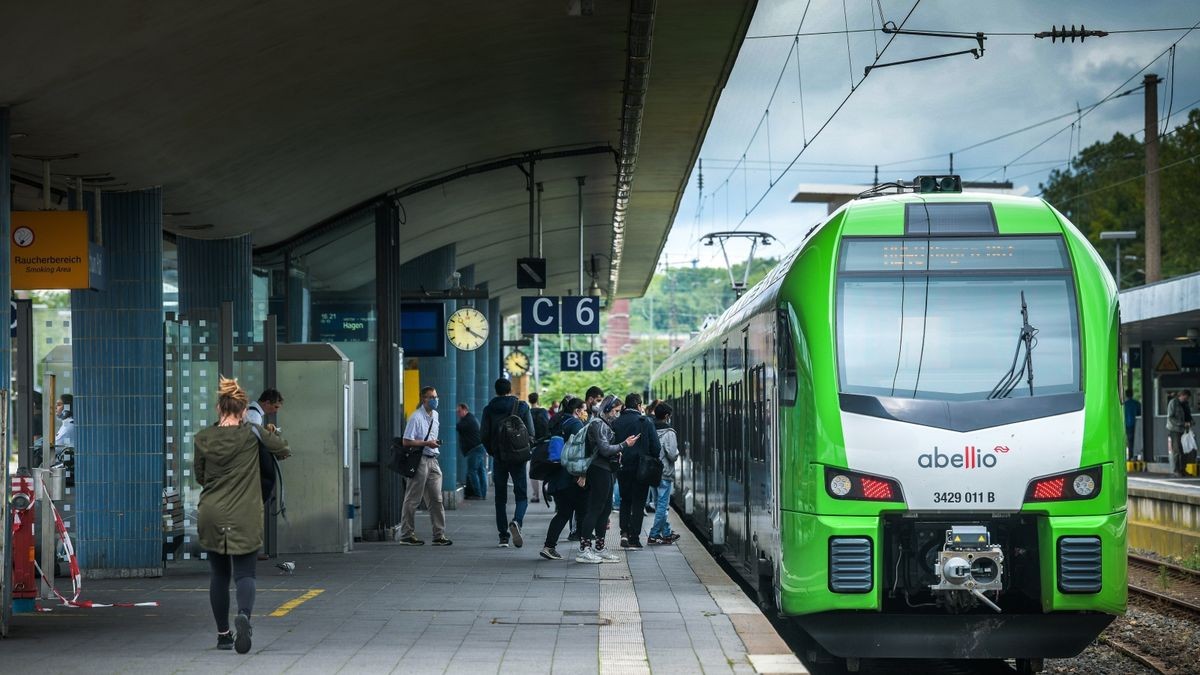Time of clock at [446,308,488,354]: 4:20
